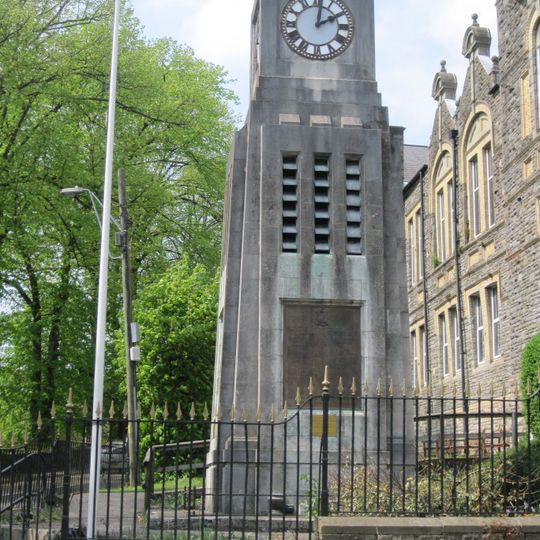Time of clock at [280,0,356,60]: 2:01
